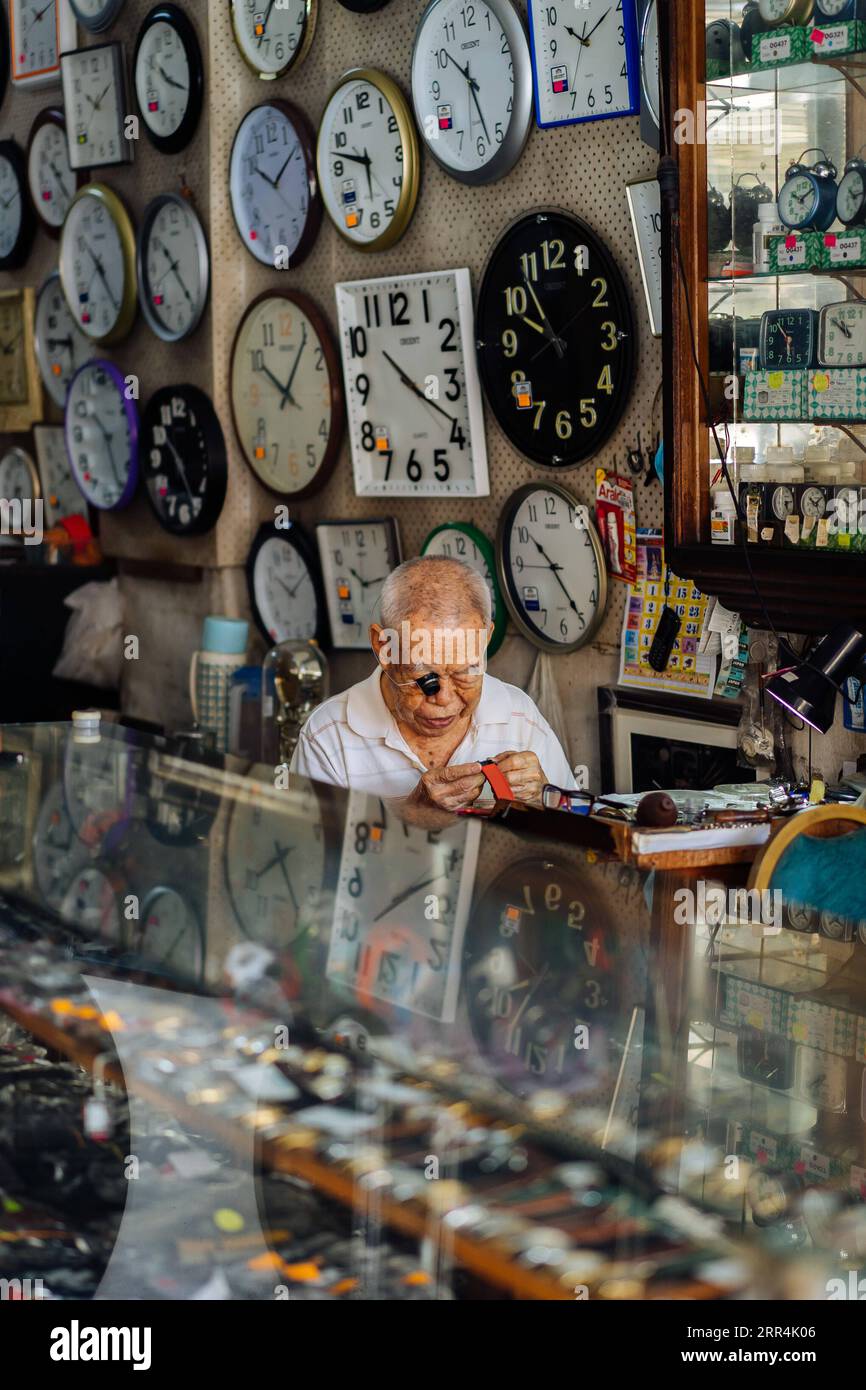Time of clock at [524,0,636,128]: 10:09
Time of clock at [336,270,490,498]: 10:19
